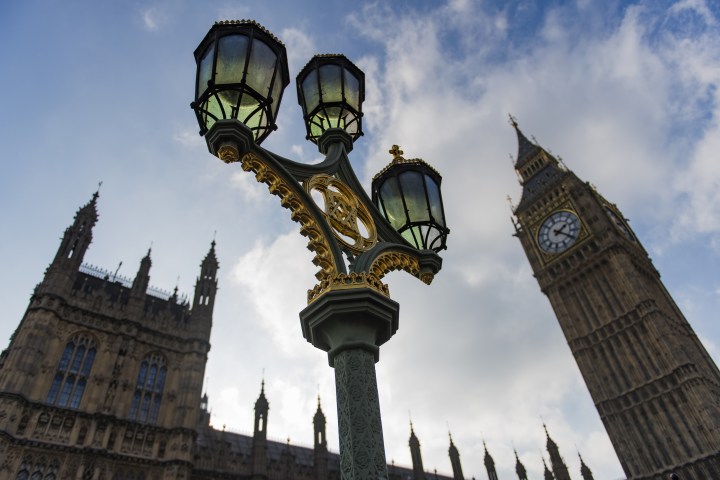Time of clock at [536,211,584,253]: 1:18
